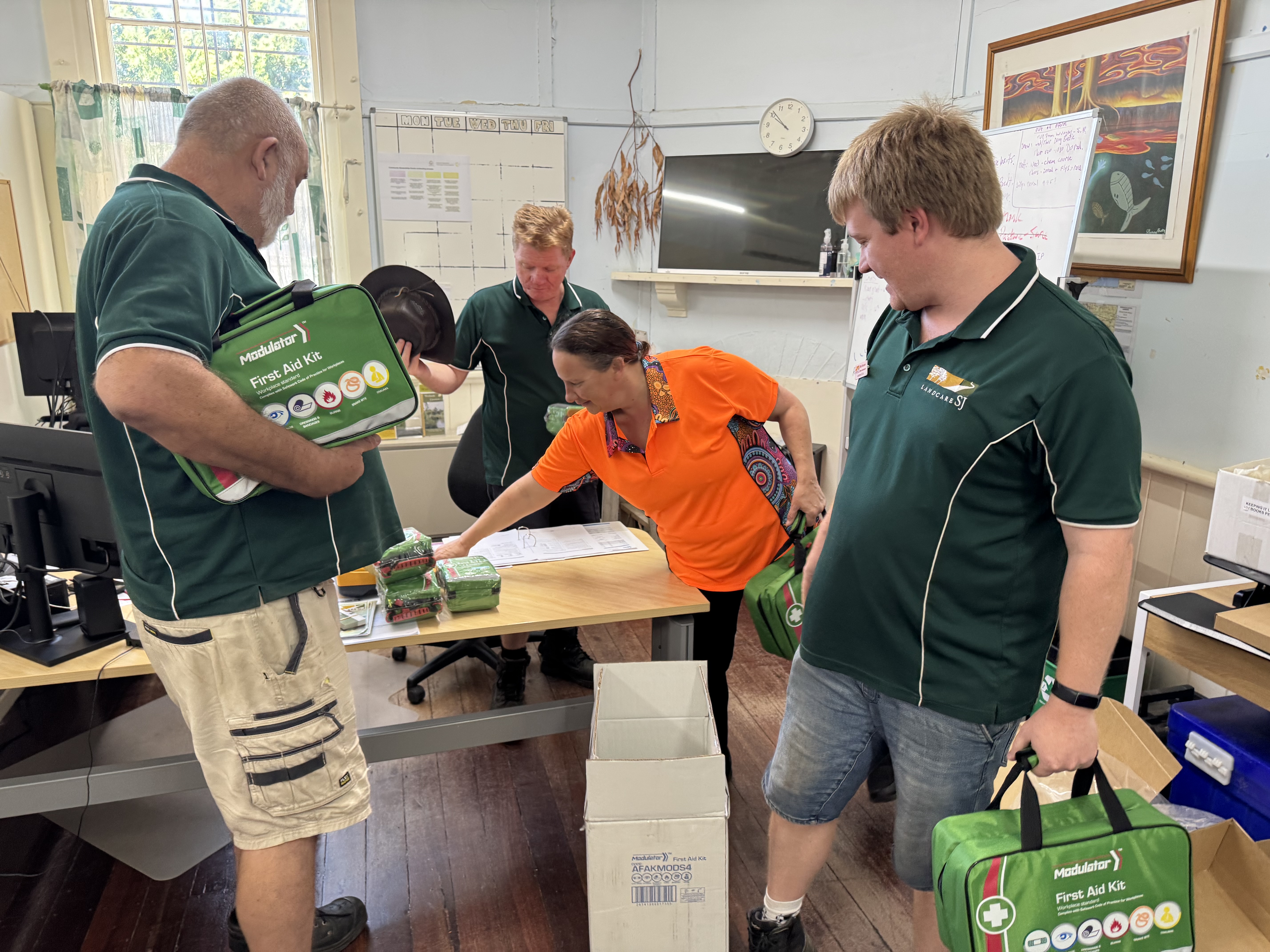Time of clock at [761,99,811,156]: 9:51
